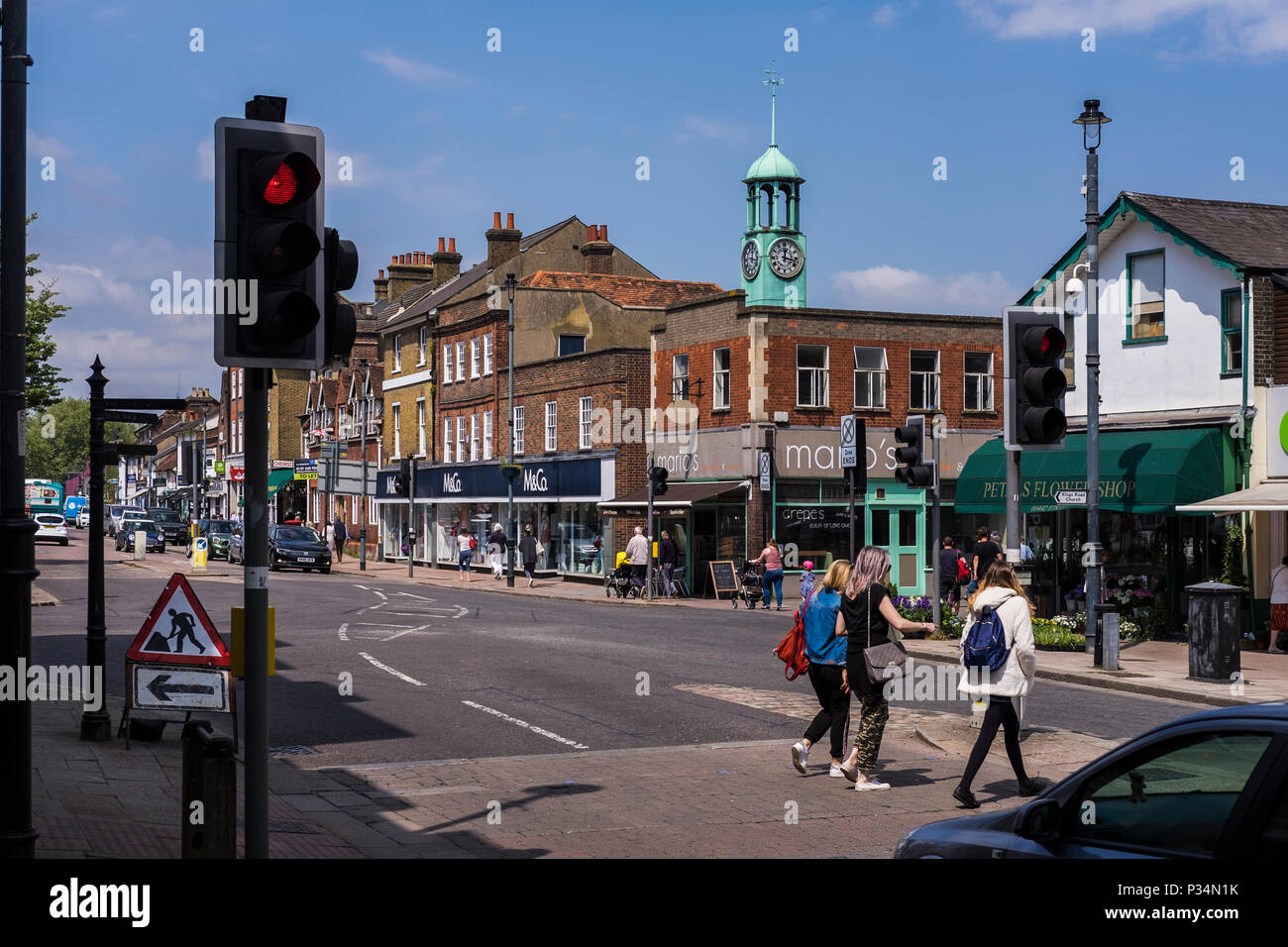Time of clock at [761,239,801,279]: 12:17
